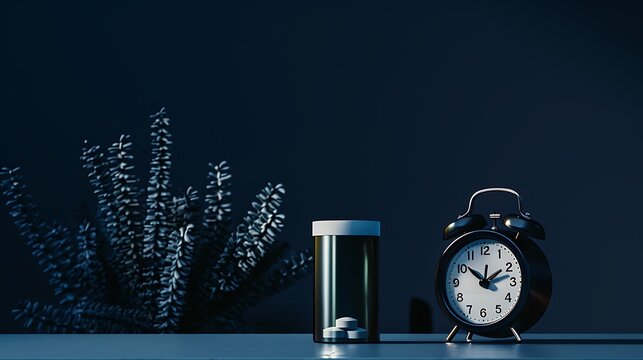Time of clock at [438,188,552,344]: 1:51
